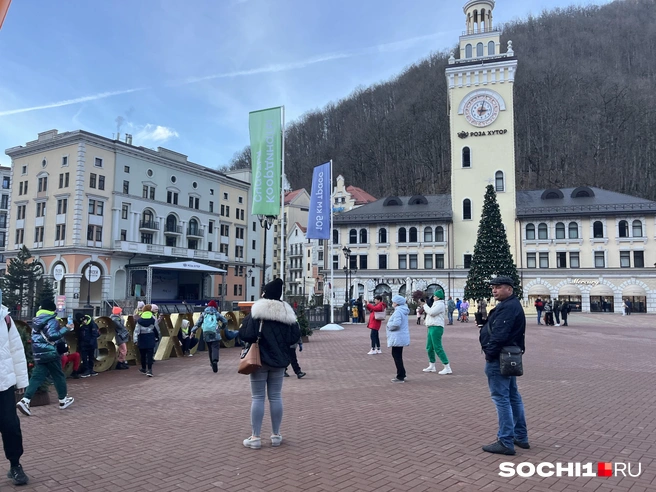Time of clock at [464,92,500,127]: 3:01
